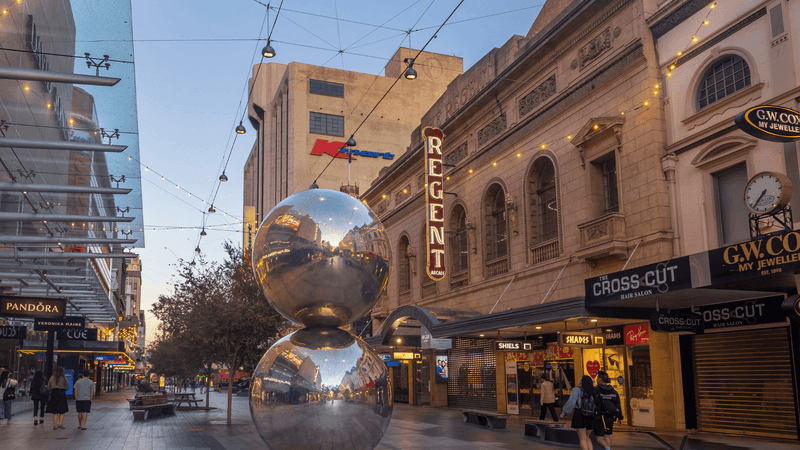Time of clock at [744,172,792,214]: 7:37
